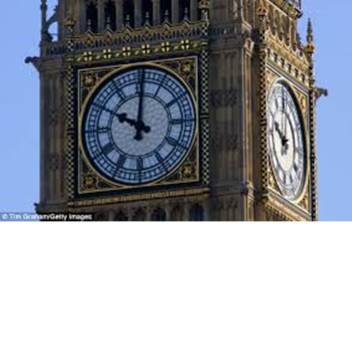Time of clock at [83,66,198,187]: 10:00
